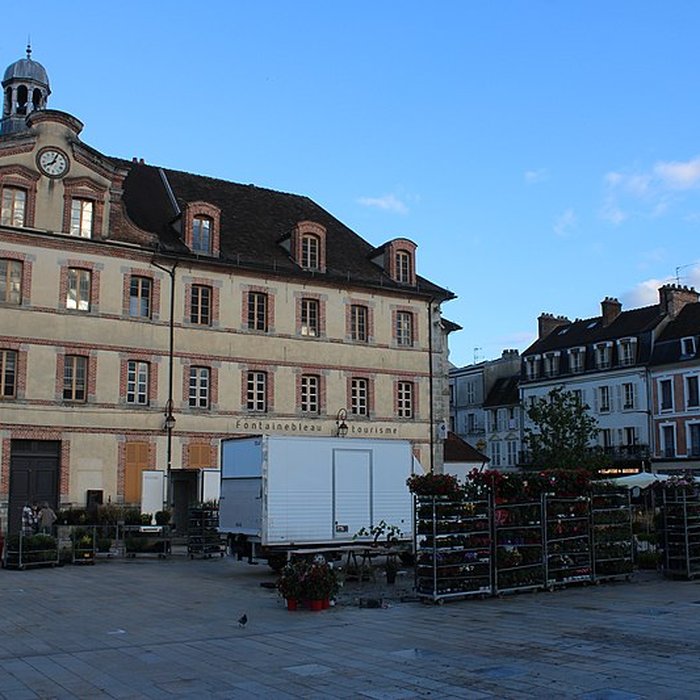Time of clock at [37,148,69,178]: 8:04
